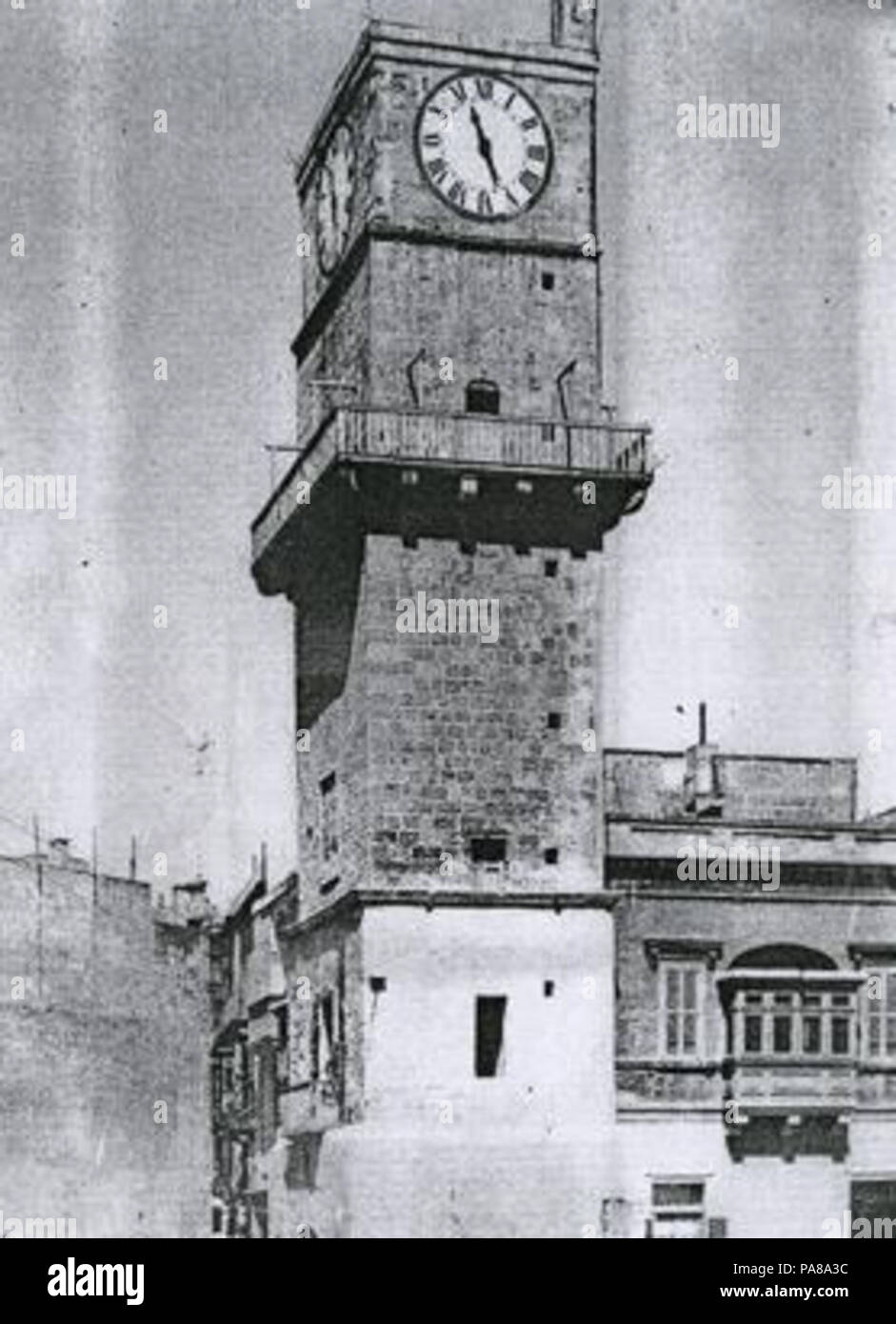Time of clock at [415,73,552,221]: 11:26
